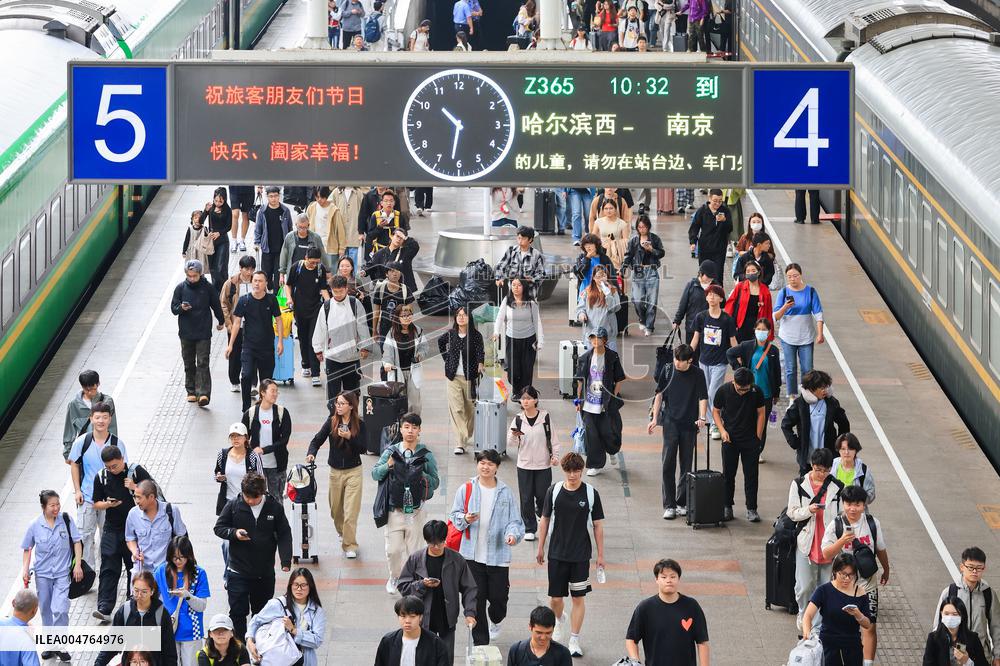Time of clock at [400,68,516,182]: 10:31
